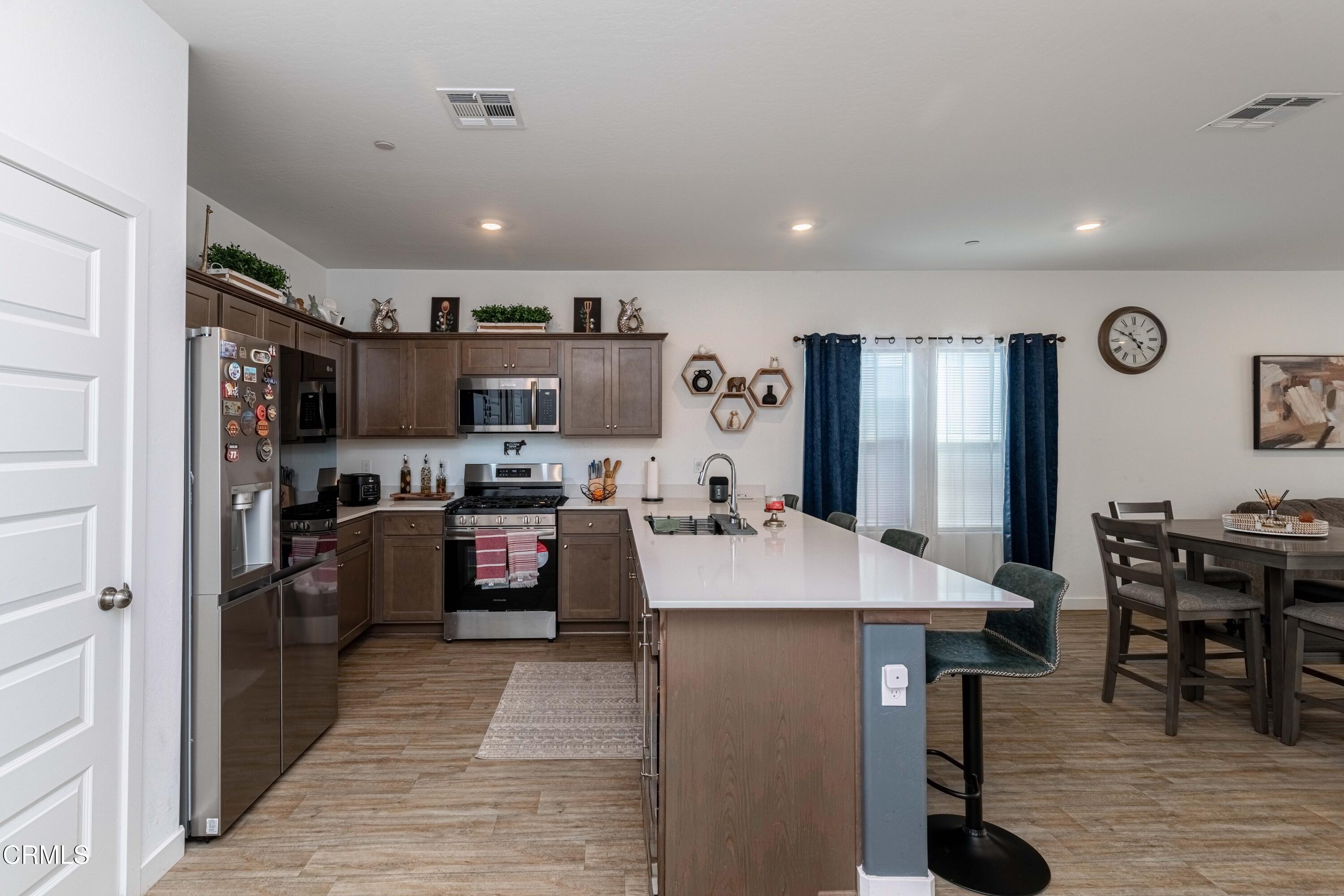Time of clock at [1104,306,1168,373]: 4:49
